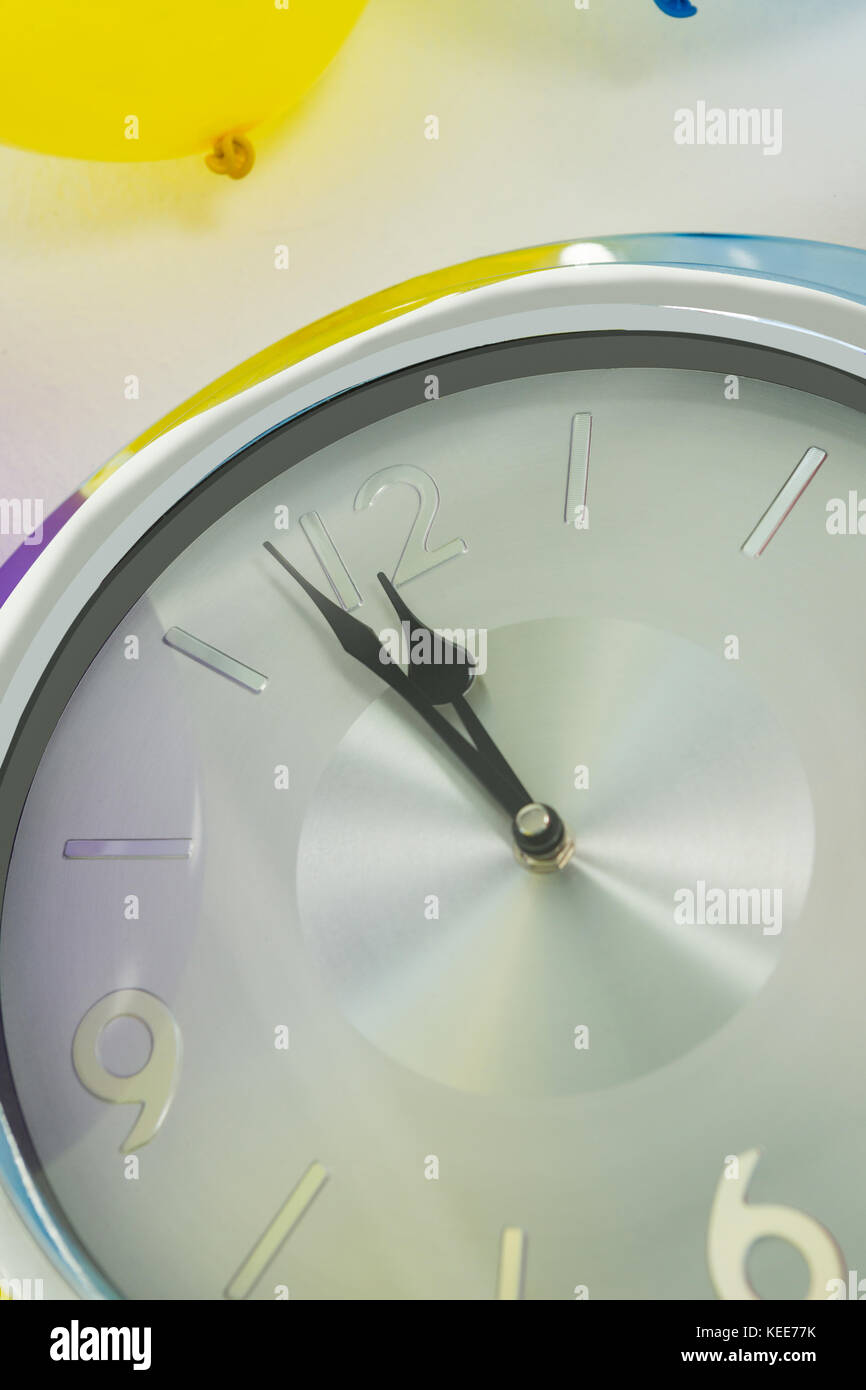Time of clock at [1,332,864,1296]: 10:53
